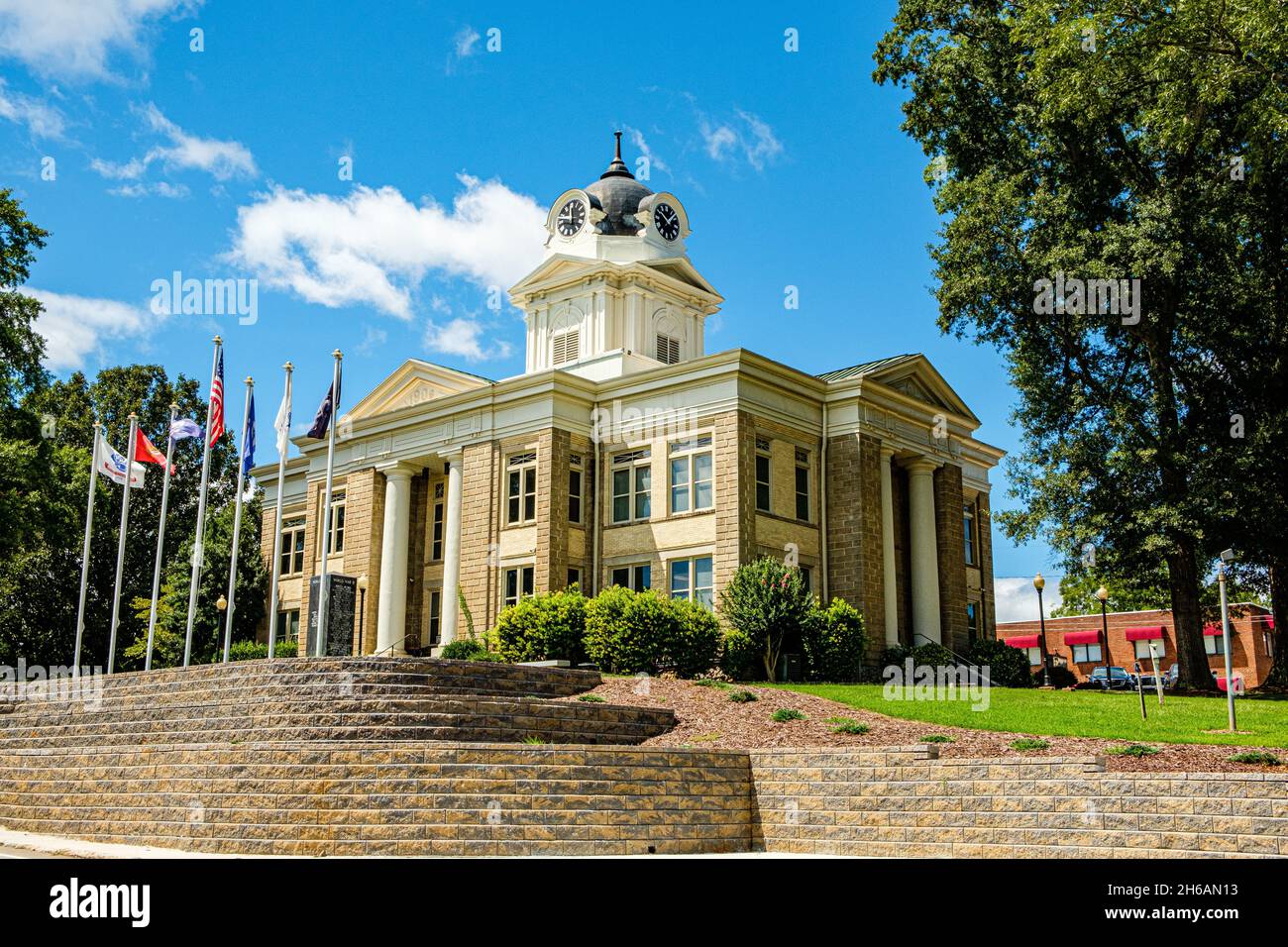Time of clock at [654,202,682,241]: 10:07
